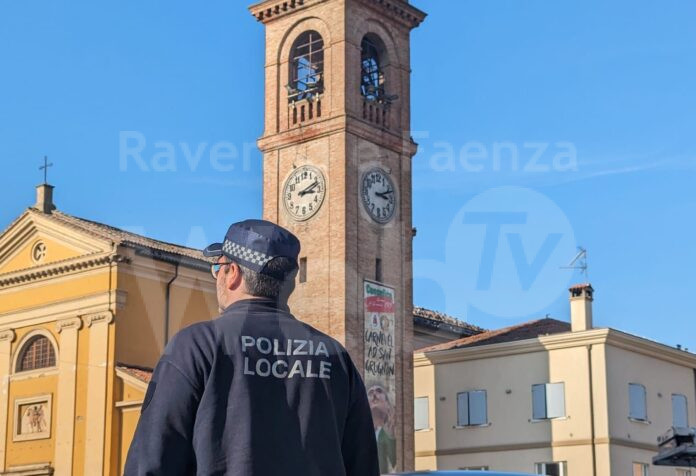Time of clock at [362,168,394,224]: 3:11
